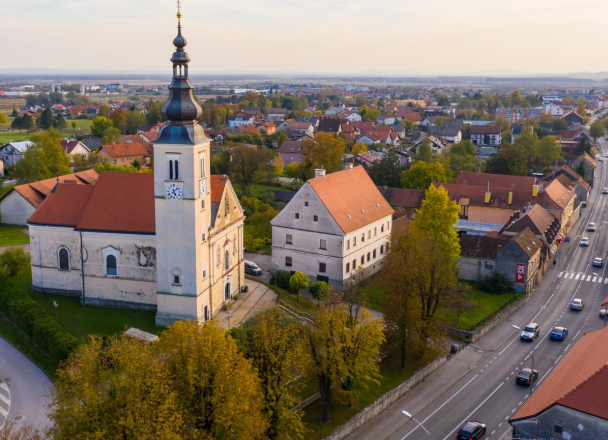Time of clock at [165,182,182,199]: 5:07
